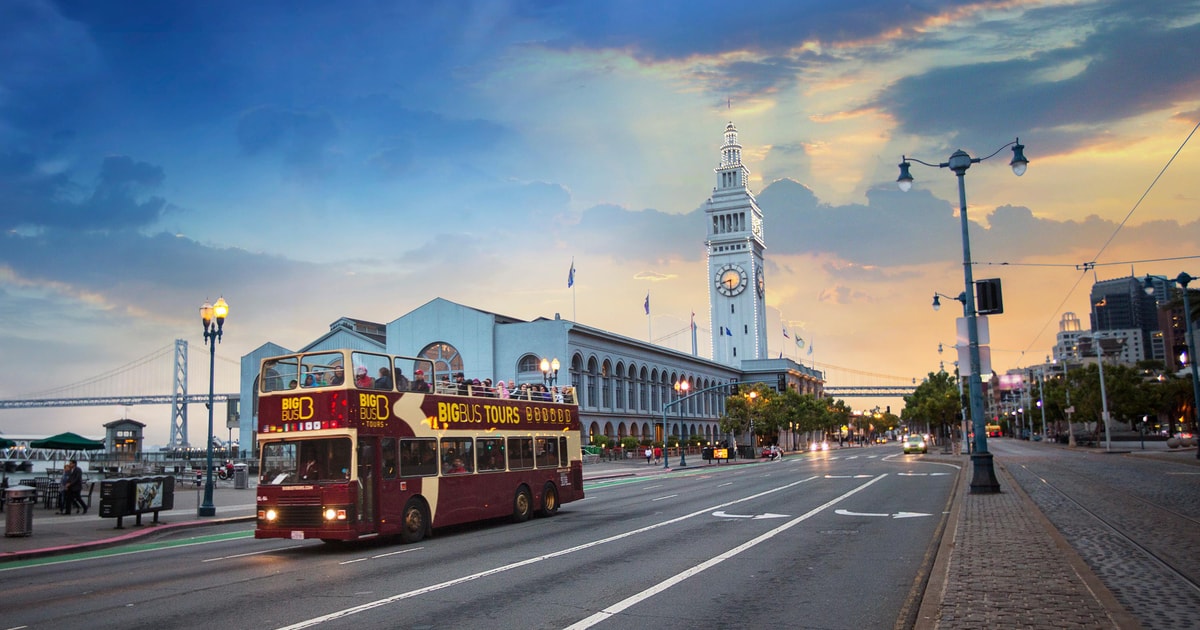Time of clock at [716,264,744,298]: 8:30
